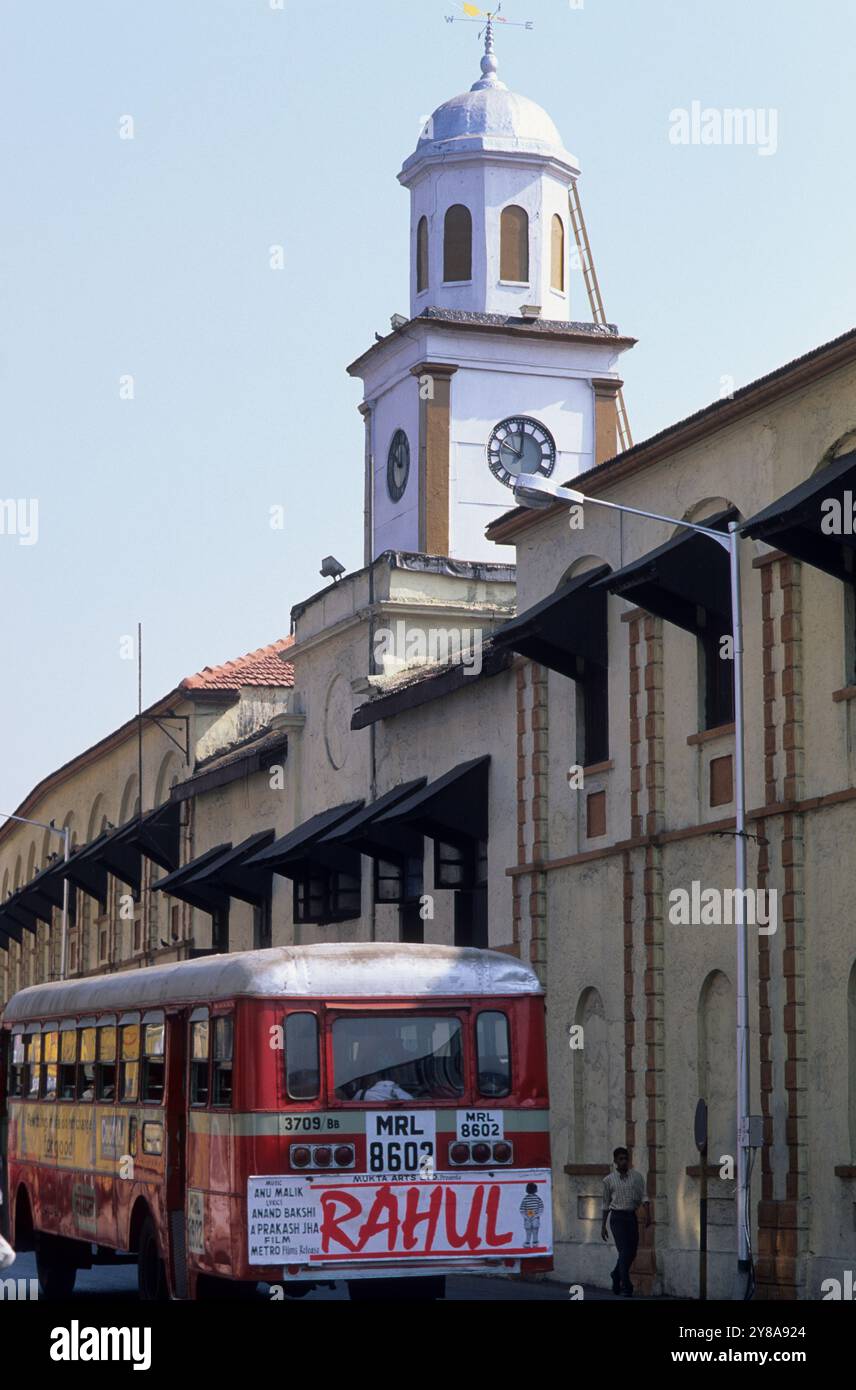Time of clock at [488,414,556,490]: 10:00
